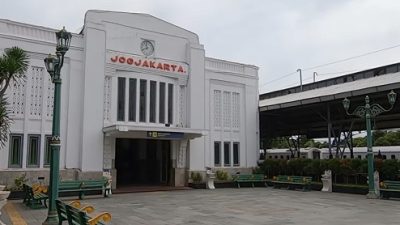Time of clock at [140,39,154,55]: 11:41
